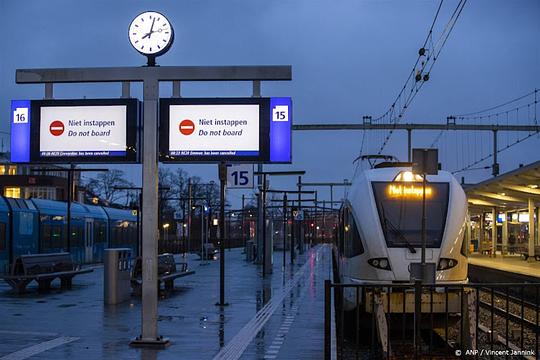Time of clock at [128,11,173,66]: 8:02
